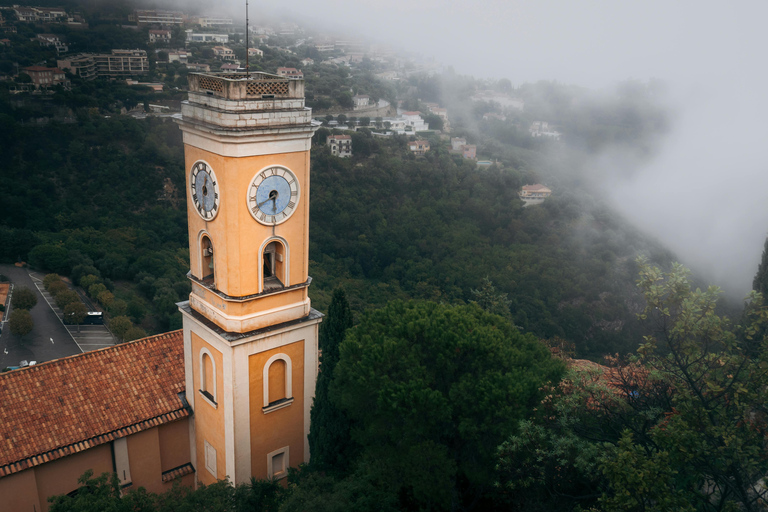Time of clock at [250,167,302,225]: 5:40
